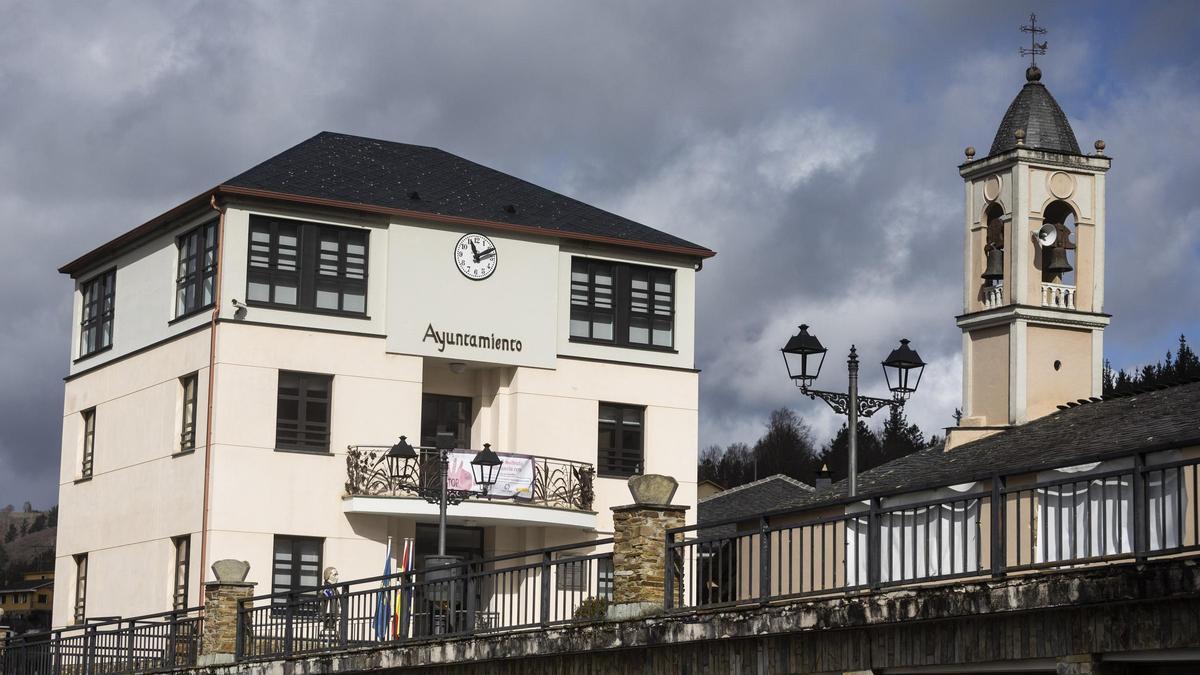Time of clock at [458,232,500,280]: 11:10
